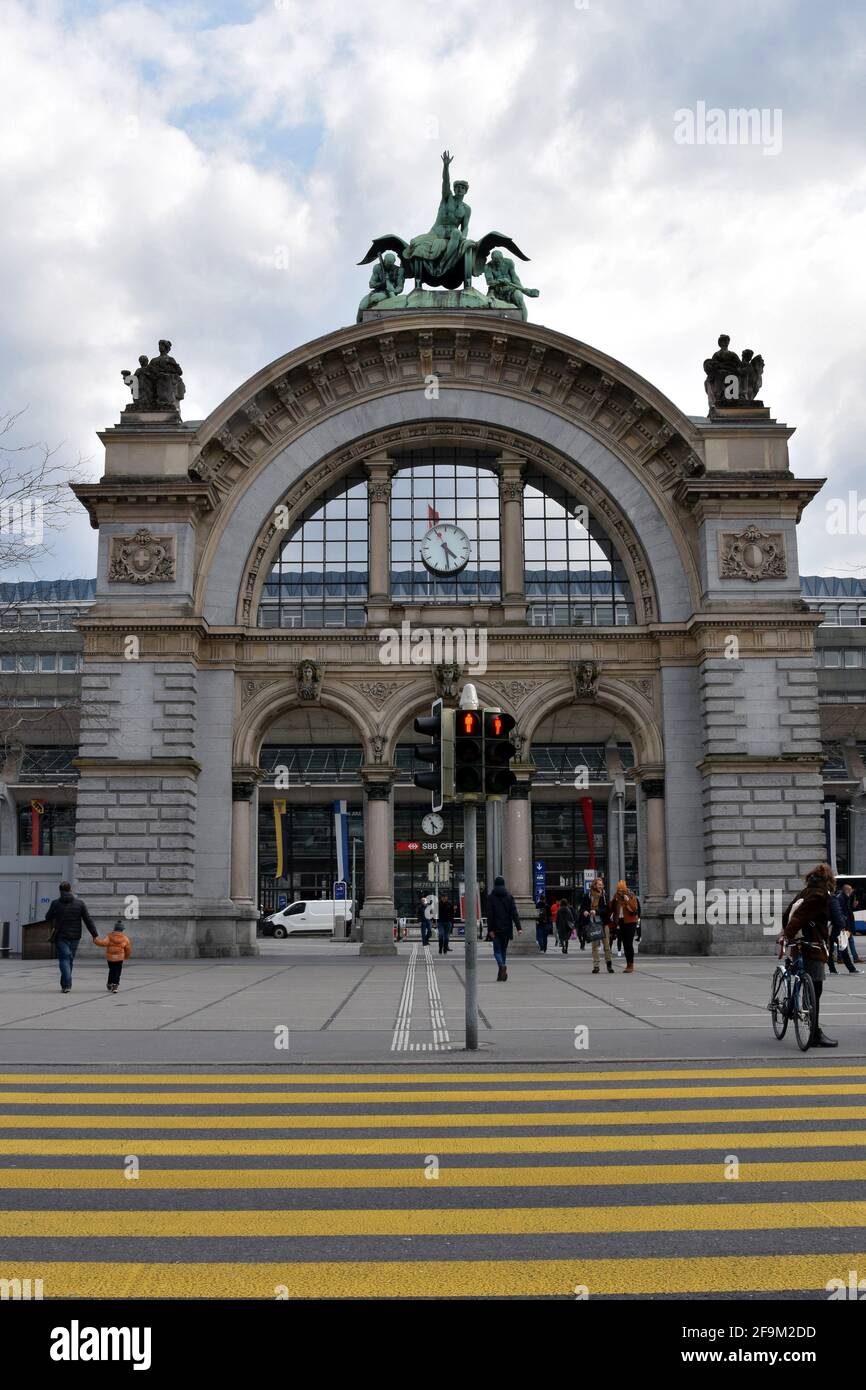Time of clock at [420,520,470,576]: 4:29
